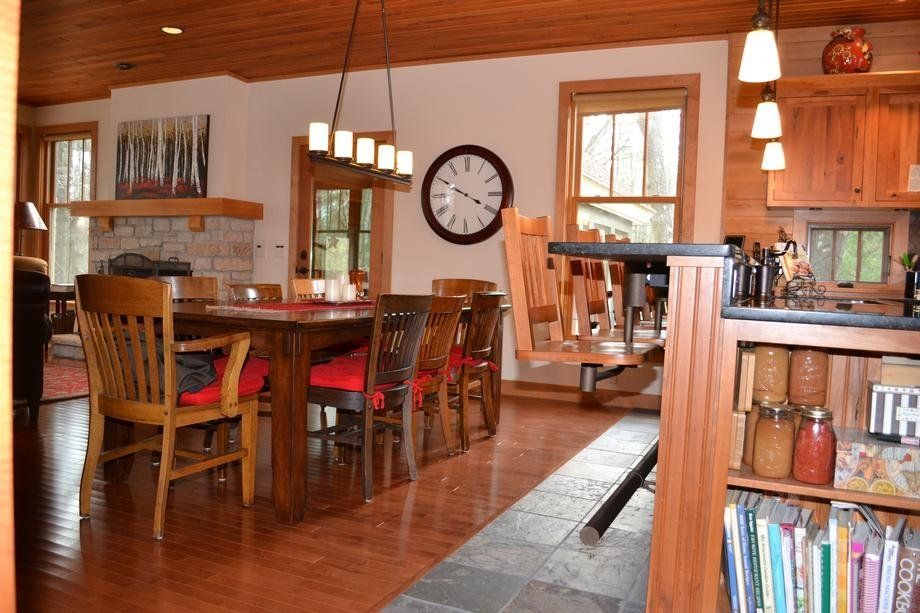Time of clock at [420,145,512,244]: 3:49
